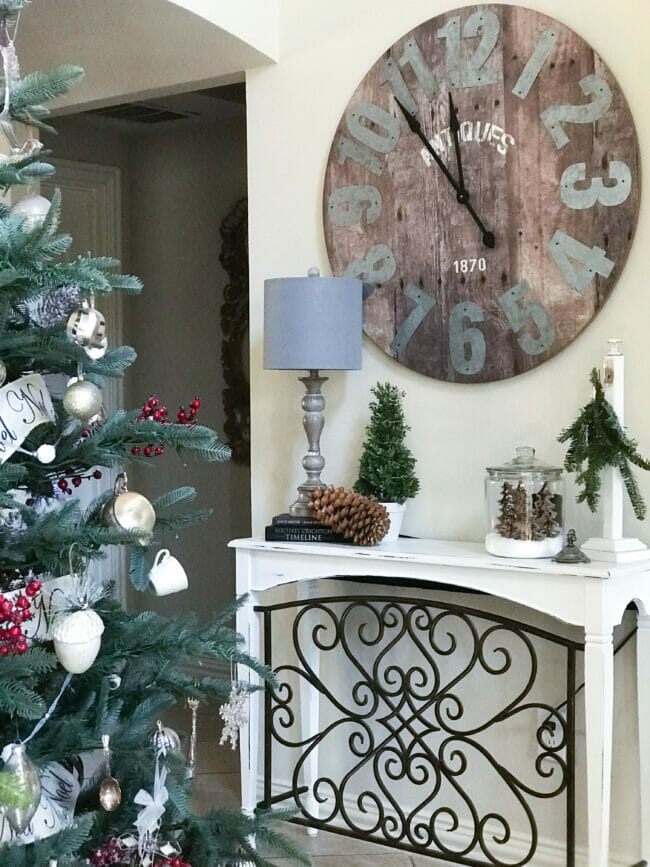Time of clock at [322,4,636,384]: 11:53
